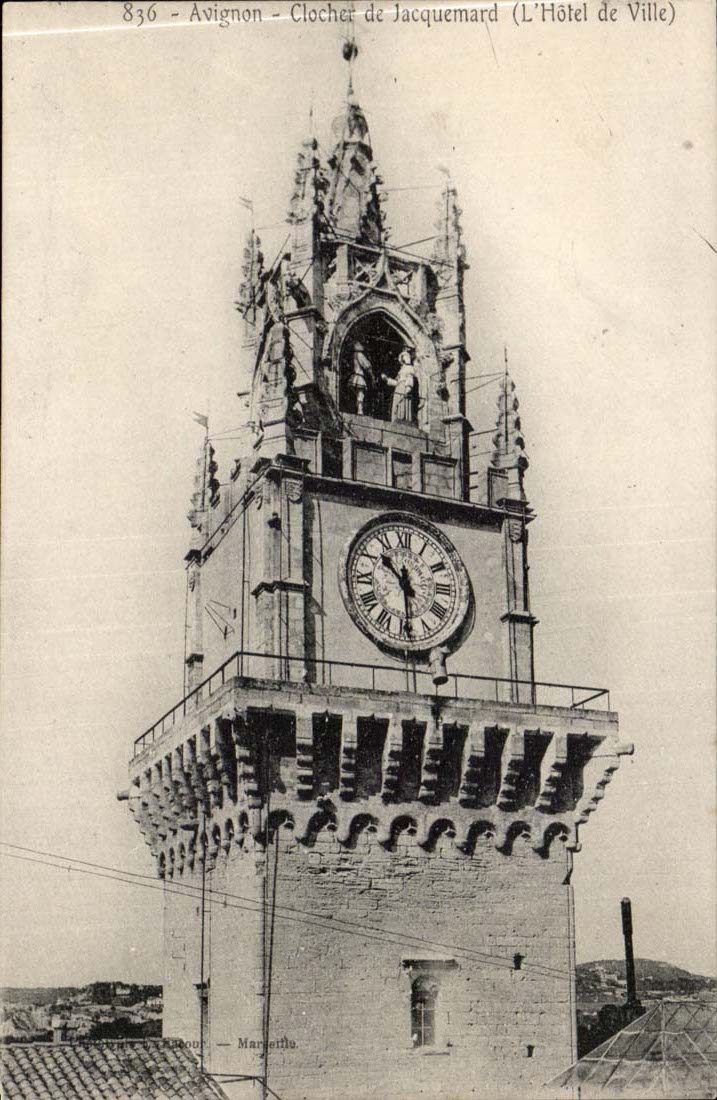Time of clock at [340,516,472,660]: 10:29
